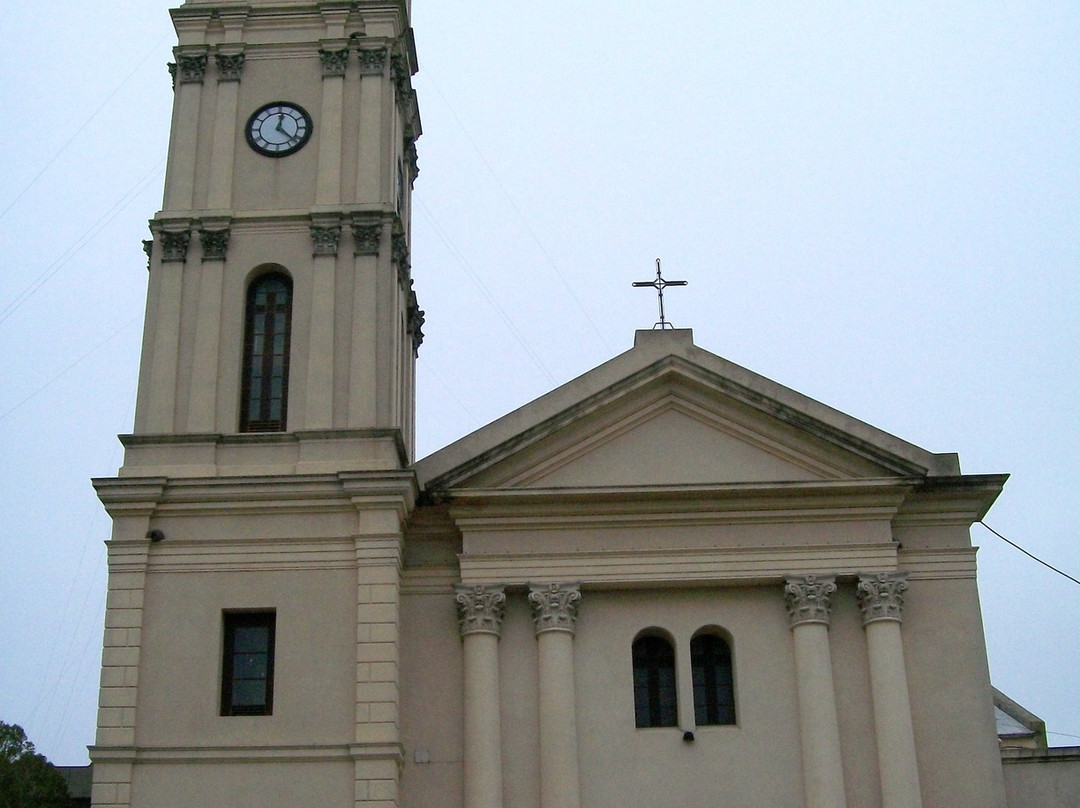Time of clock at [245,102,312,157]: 12:22
